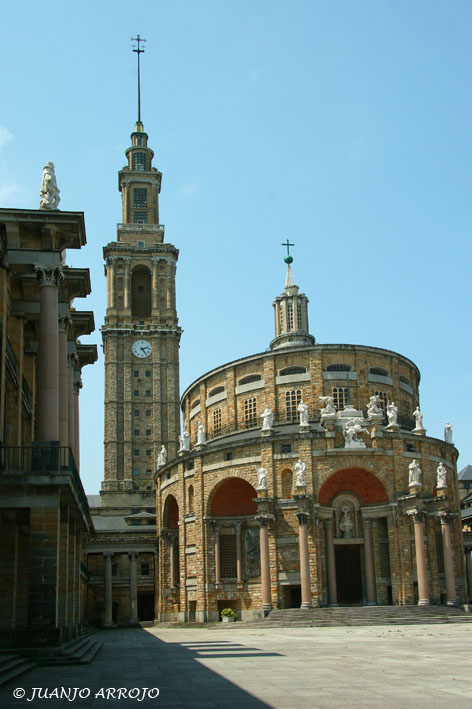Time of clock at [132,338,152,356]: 2:24
